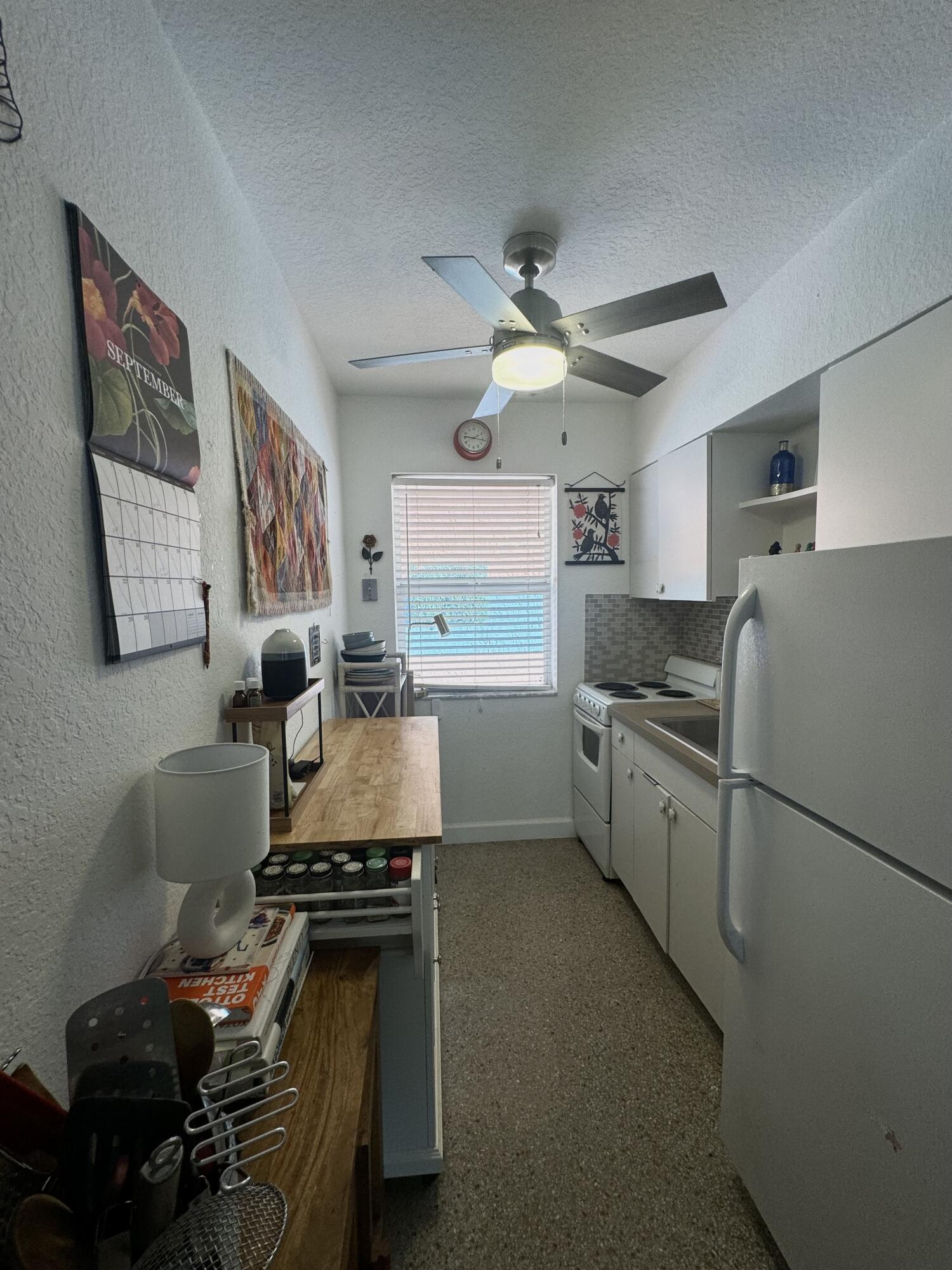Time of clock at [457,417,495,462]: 9:16
